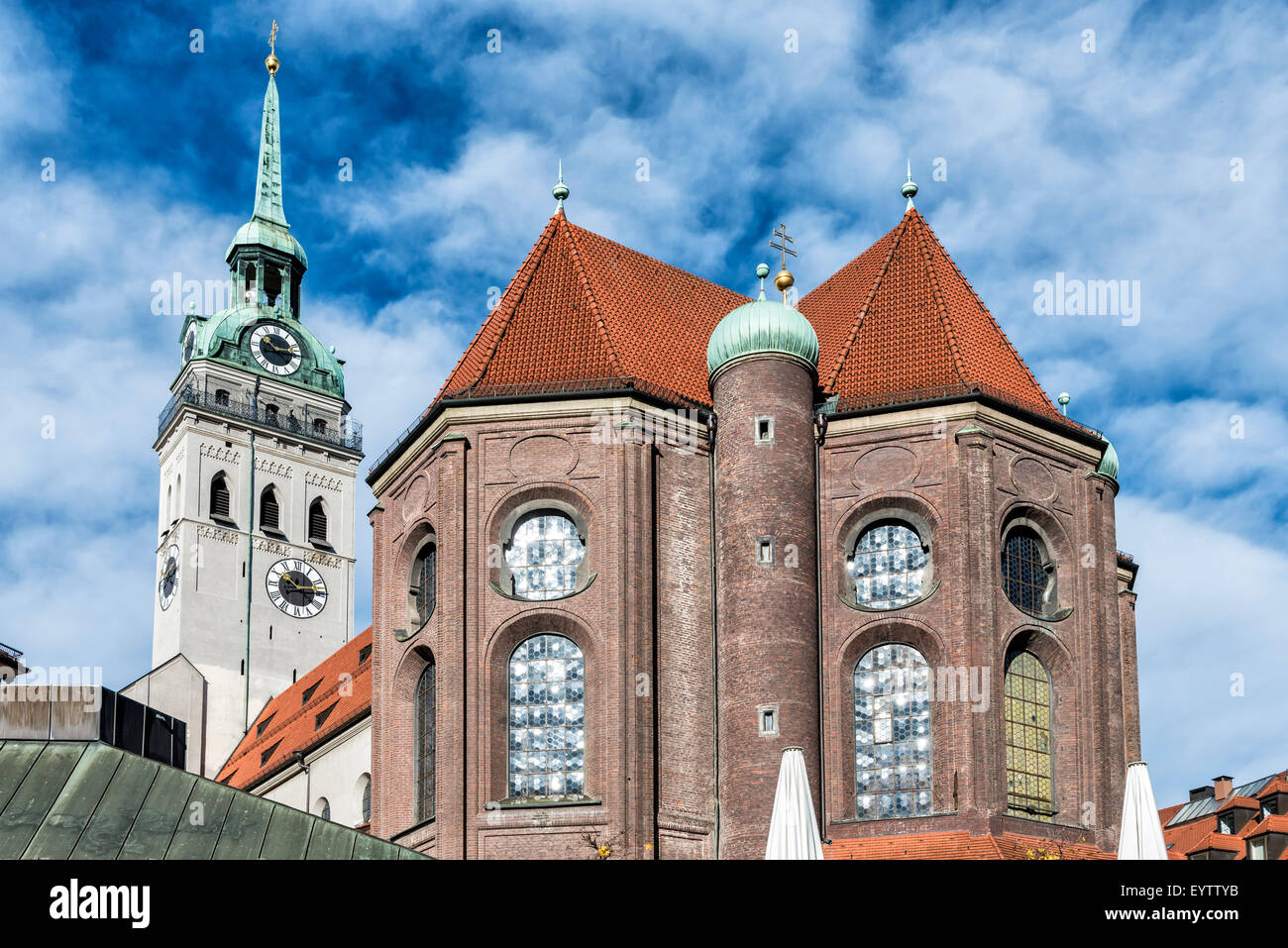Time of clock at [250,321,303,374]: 10:14
